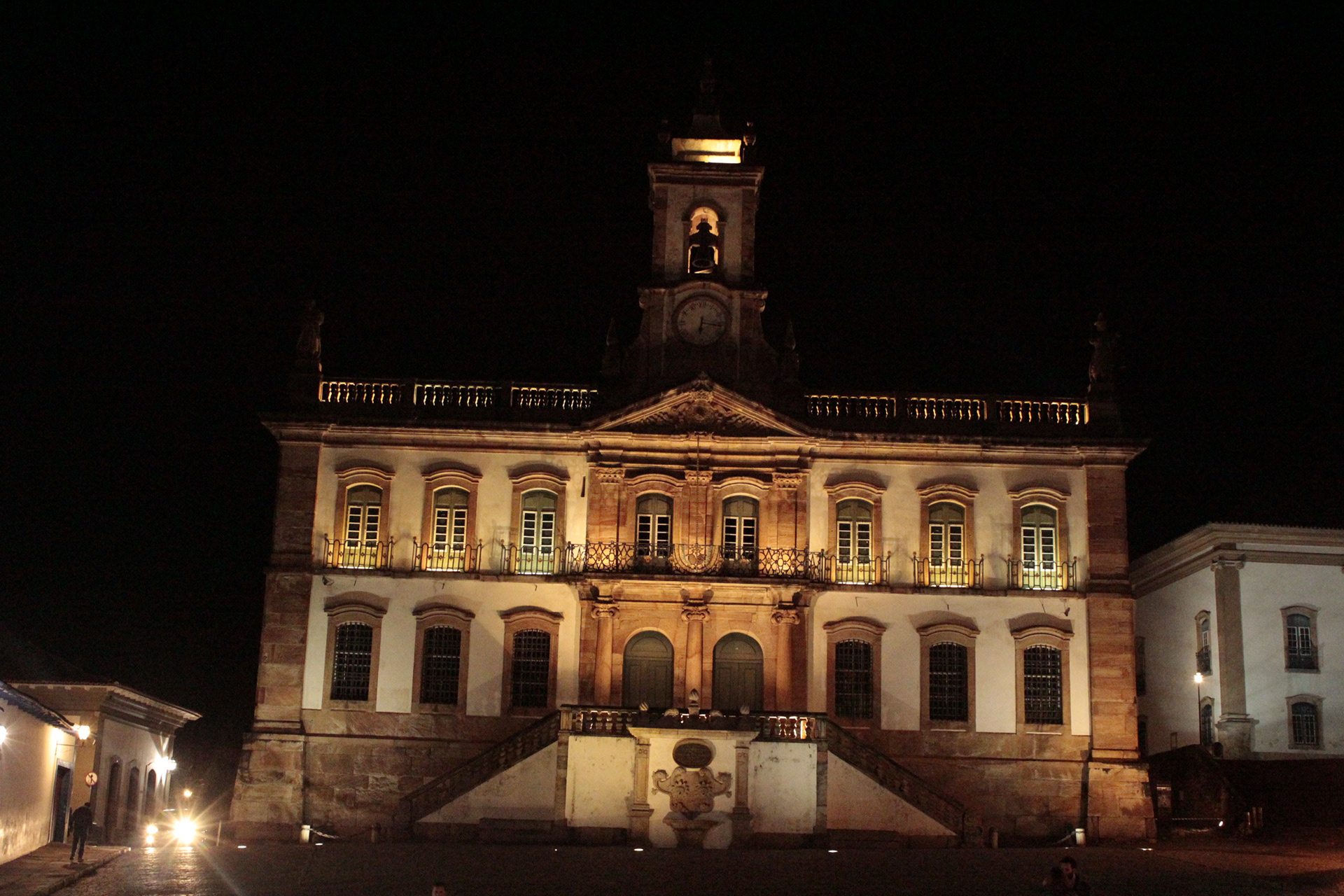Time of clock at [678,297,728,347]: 6:16
